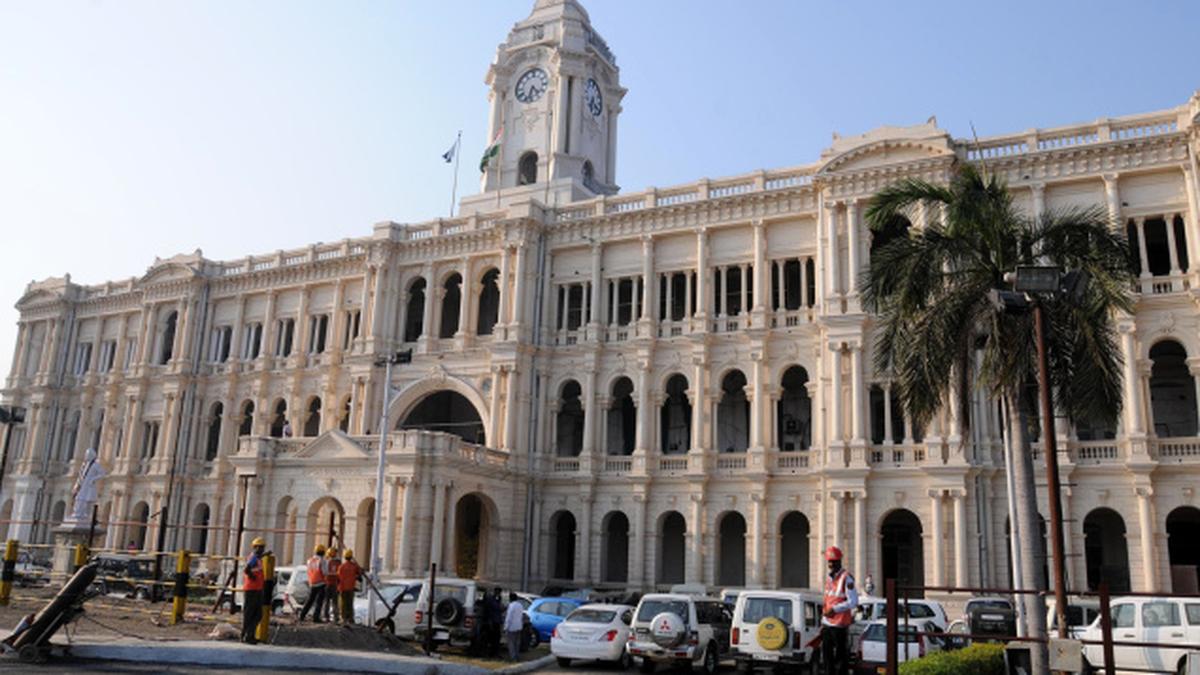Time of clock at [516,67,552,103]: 4:32
